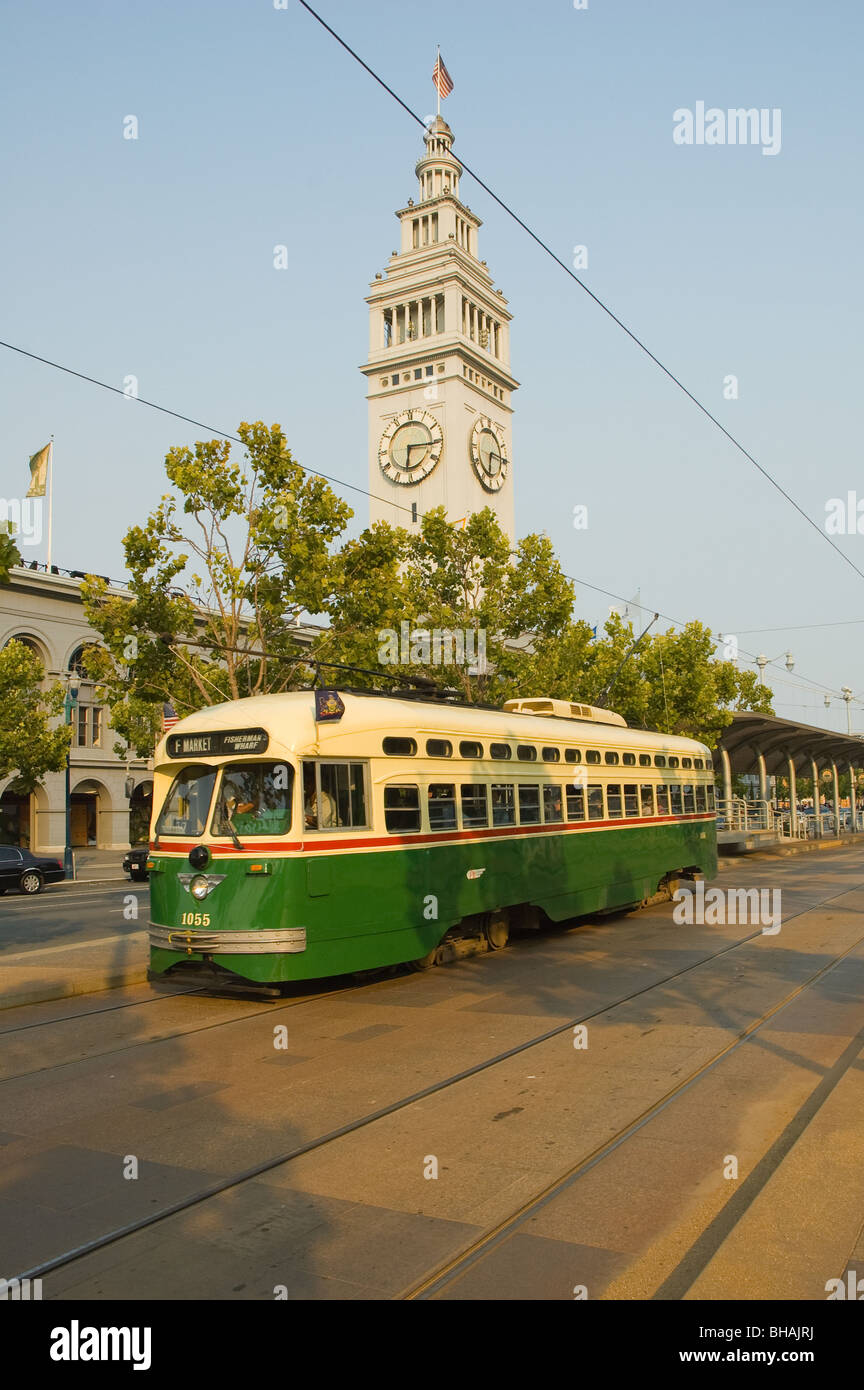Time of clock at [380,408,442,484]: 6:15
